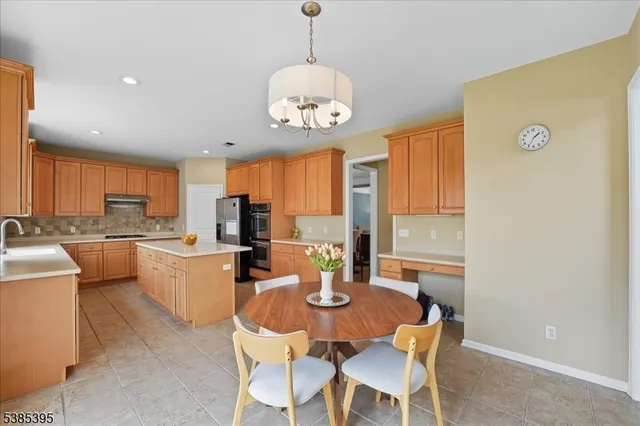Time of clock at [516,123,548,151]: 1:34
